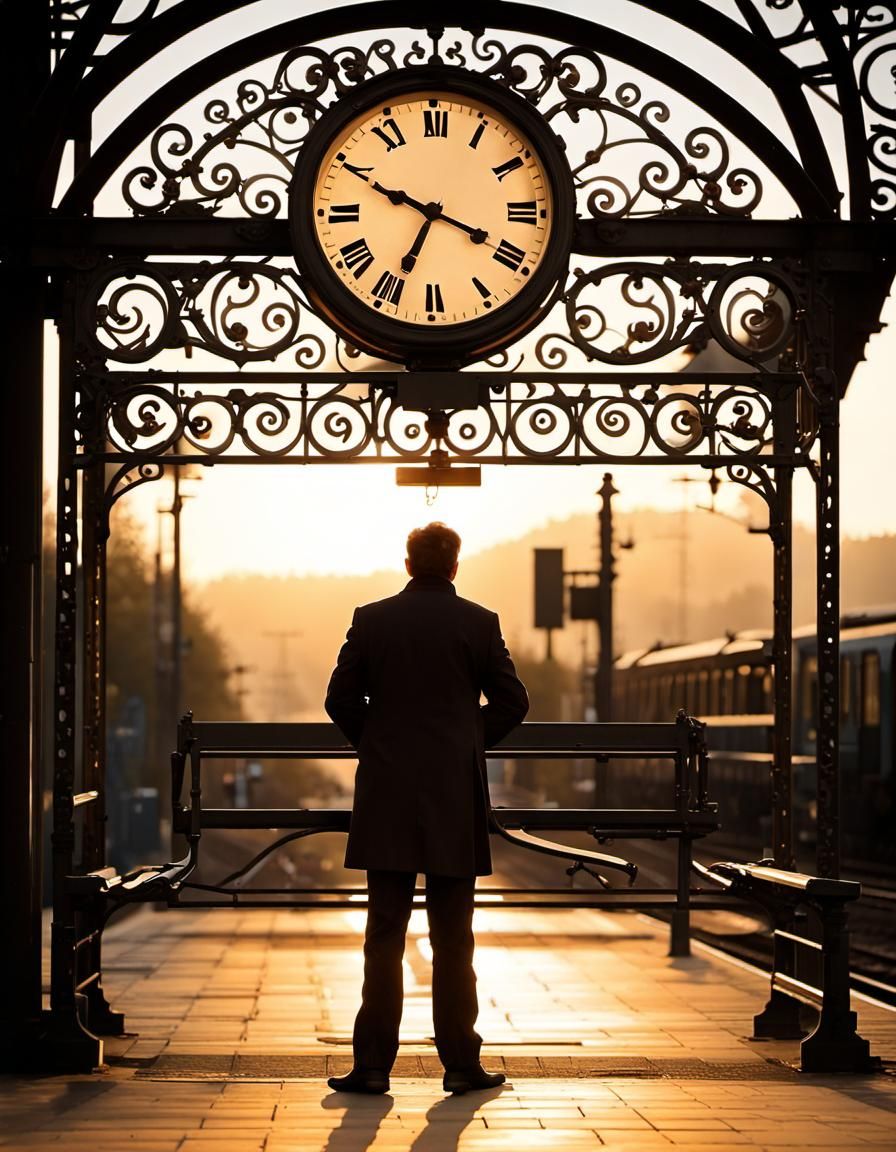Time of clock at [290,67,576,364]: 6:49
